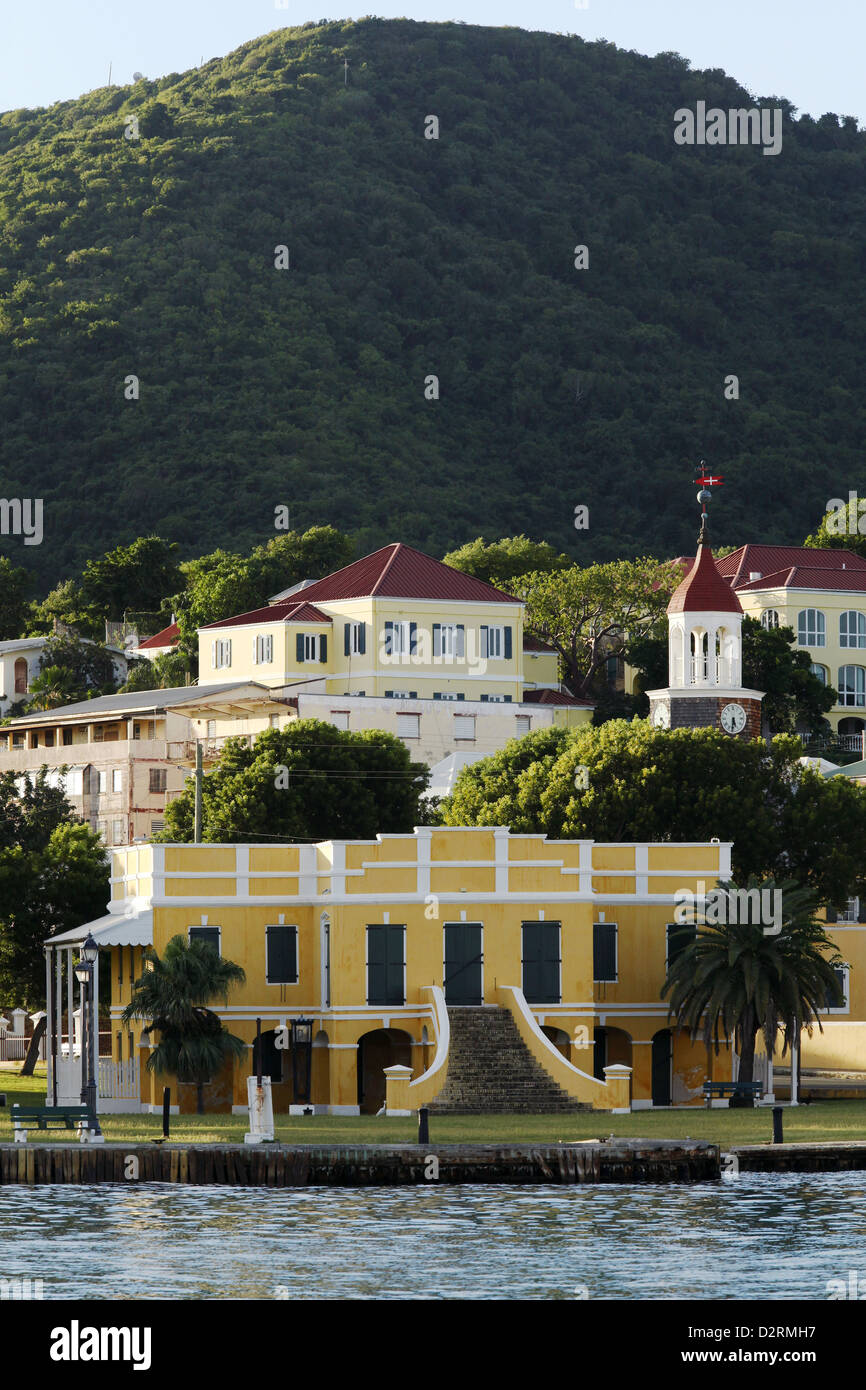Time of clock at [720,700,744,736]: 5:31
